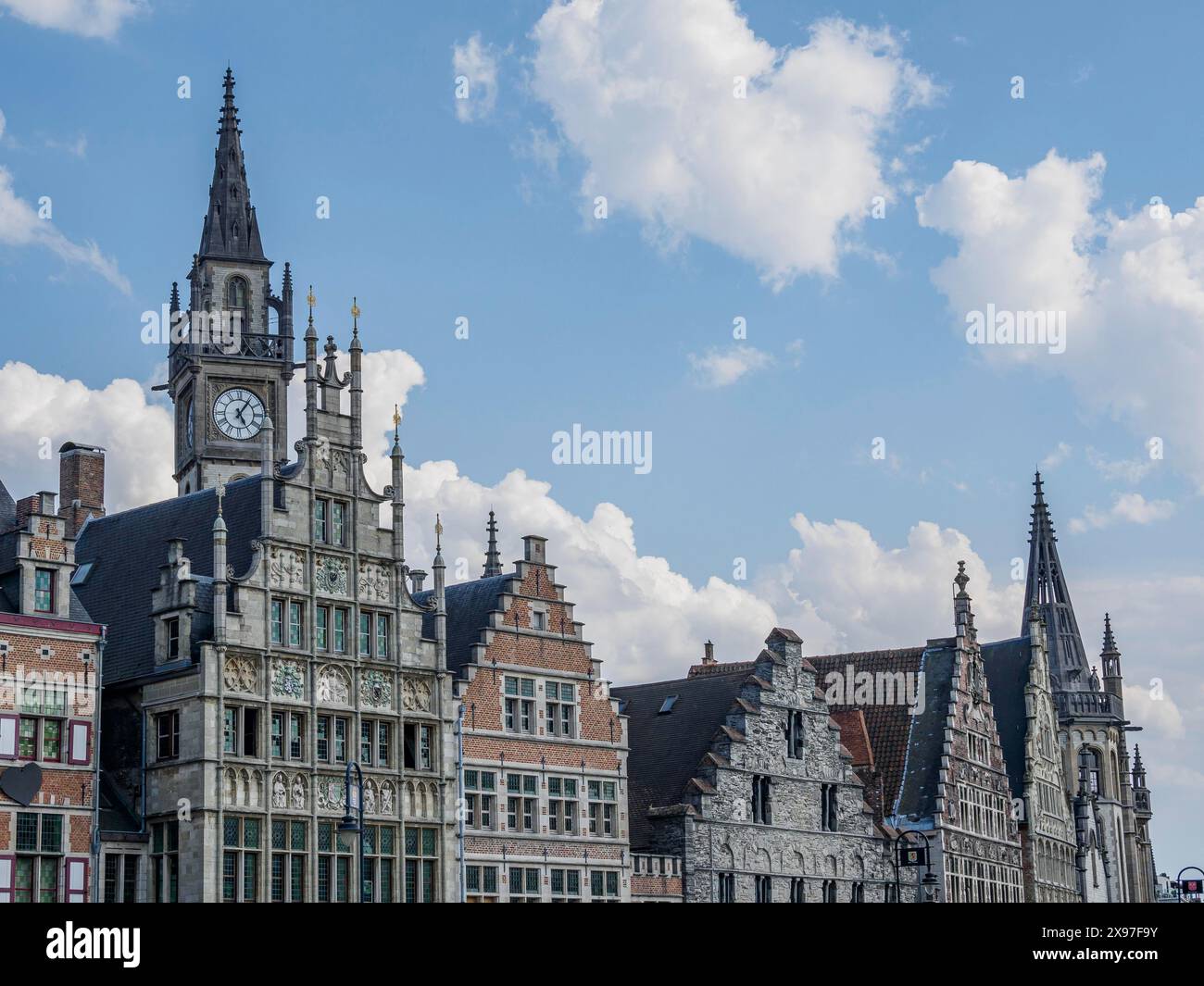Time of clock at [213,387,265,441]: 5:06
